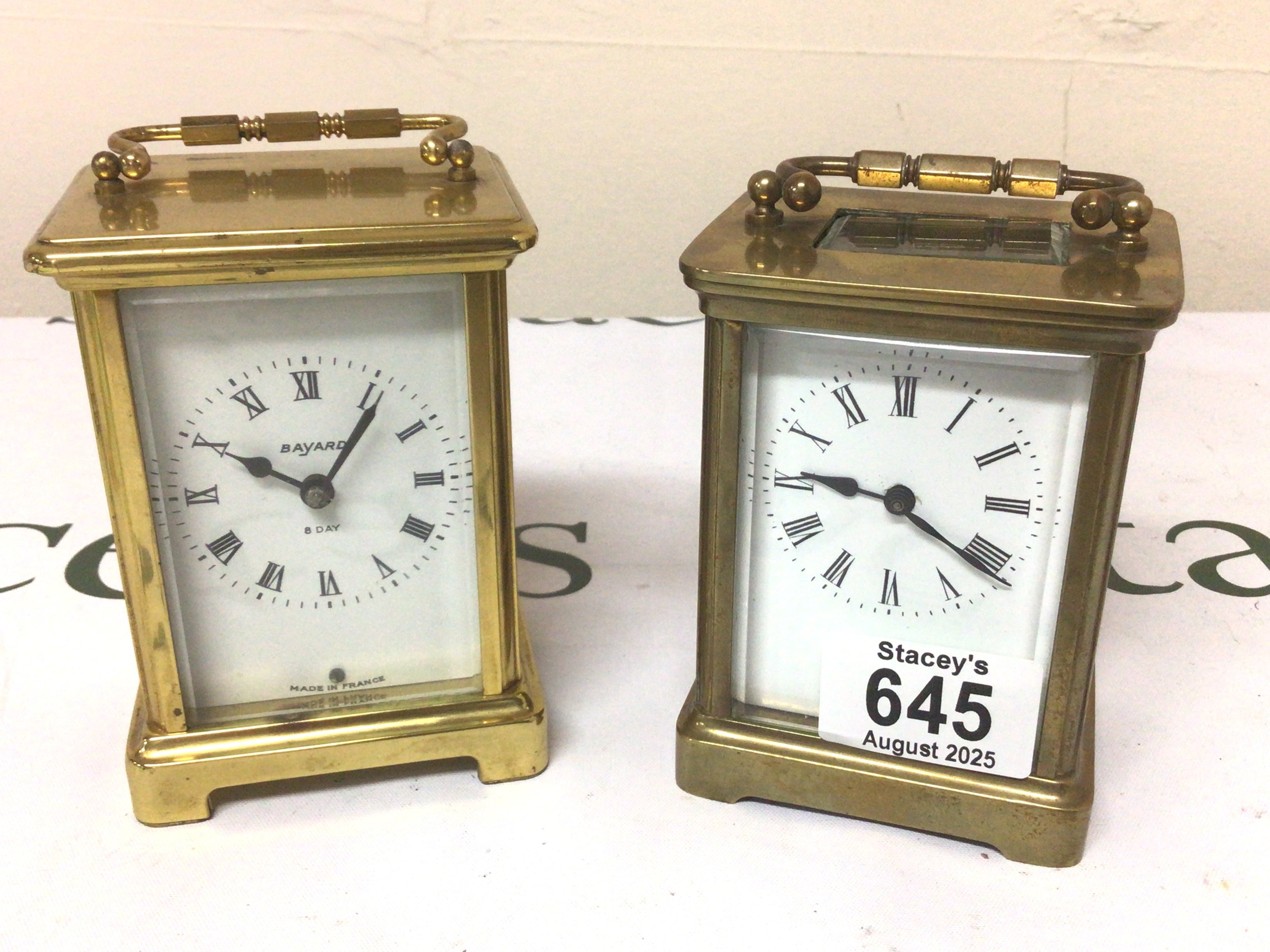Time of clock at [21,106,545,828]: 10:06
